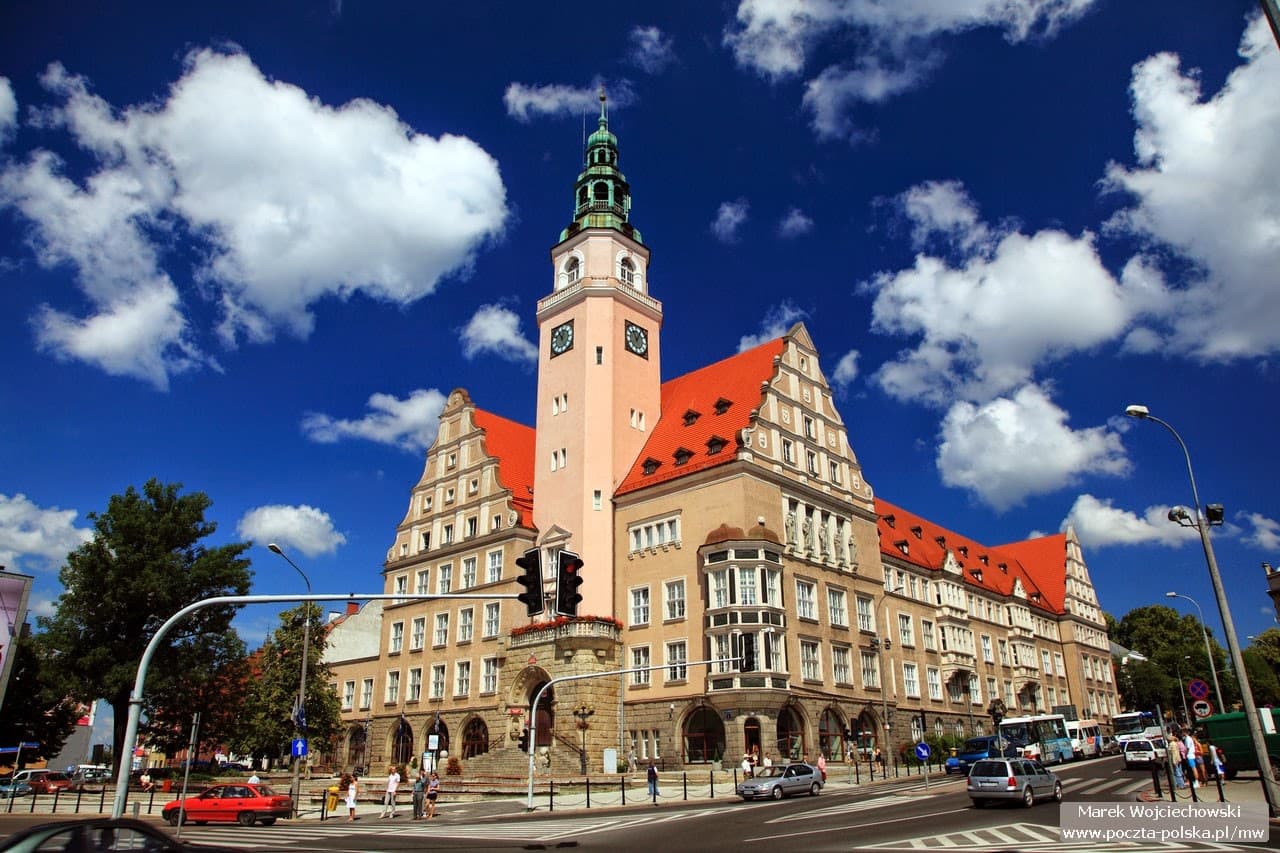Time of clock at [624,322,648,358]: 11:04
